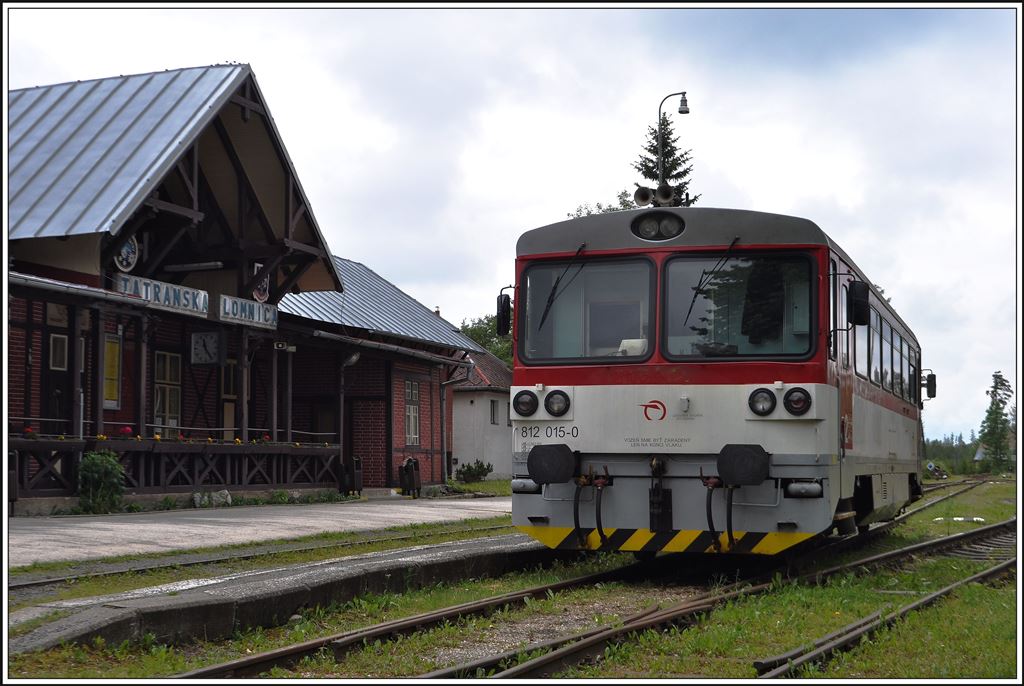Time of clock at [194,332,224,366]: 11:24
